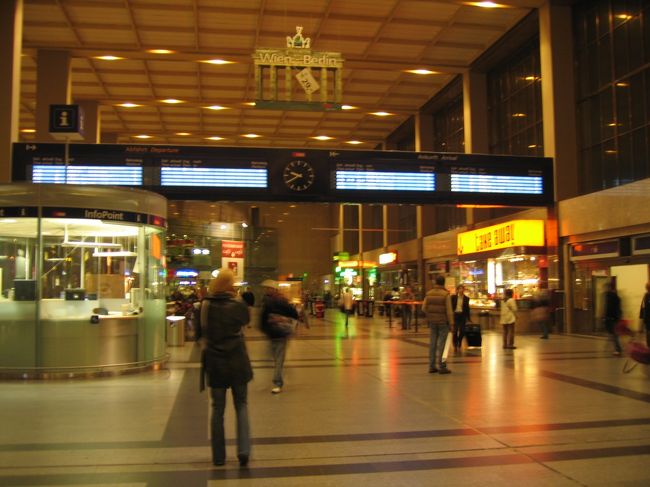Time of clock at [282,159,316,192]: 9:39
